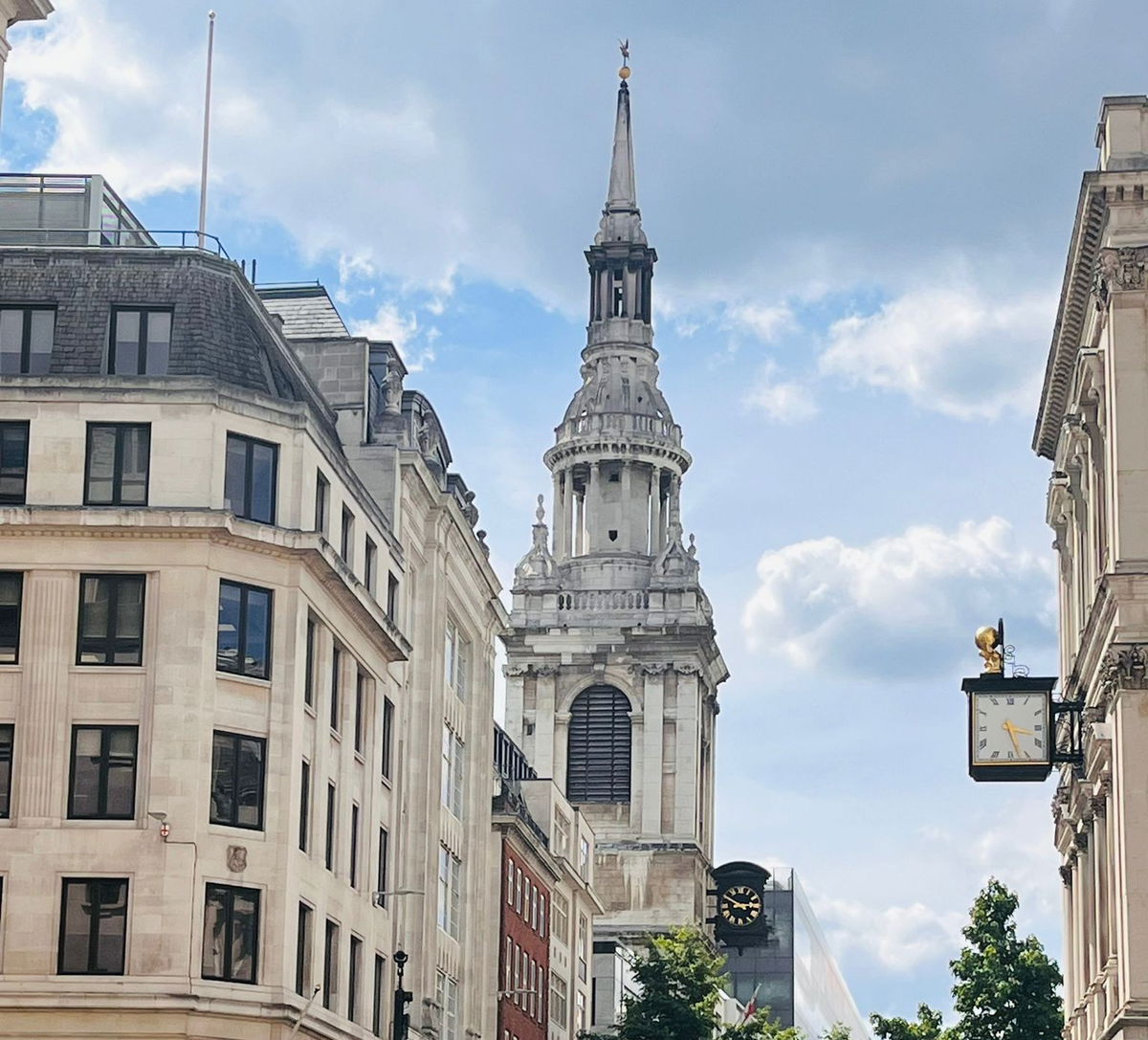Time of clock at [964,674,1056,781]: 3:27
